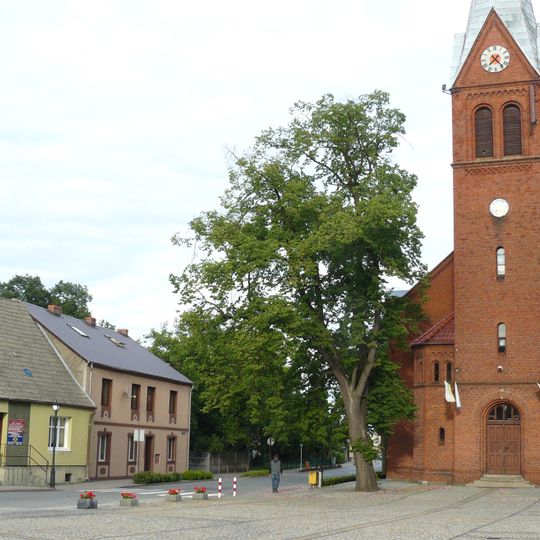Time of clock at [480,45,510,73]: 7:23
